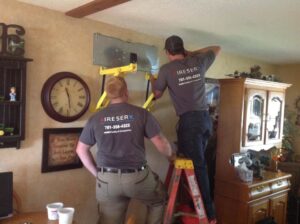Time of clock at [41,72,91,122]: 11:28
